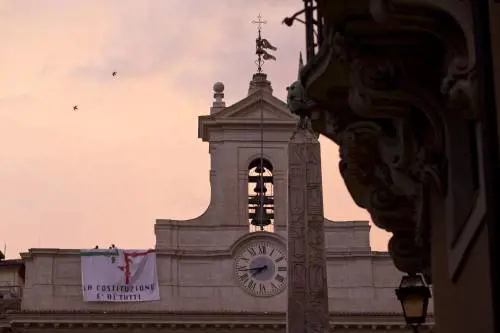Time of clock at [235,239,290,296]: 7:43
